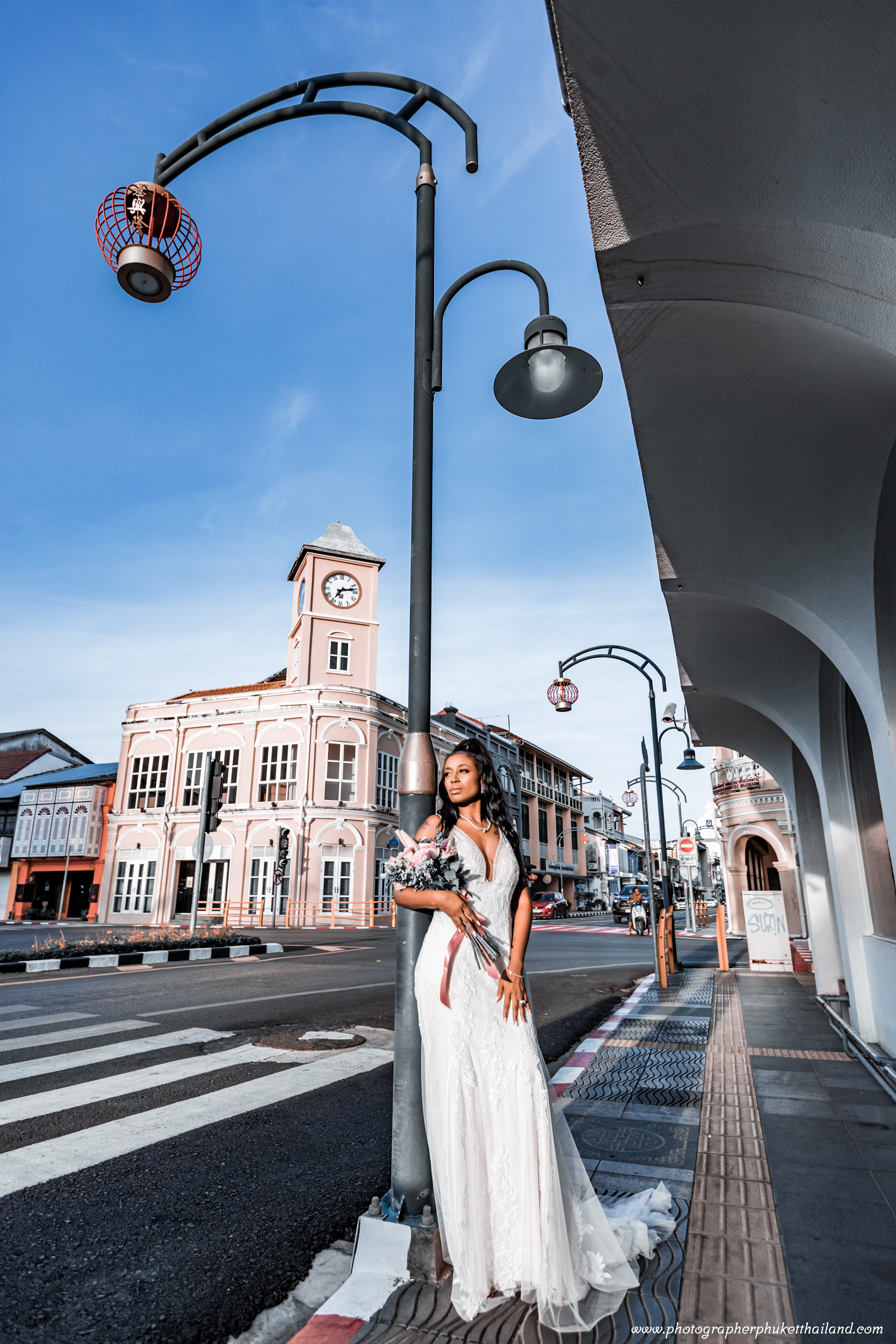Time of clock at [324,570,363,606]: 7:12
